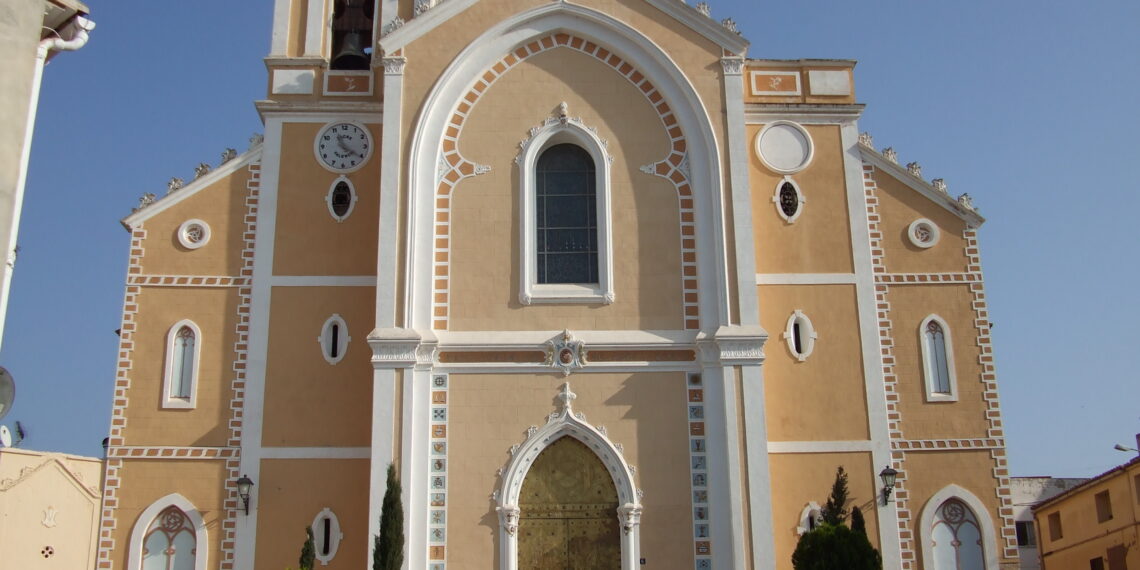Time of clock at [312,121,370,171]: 11:20
